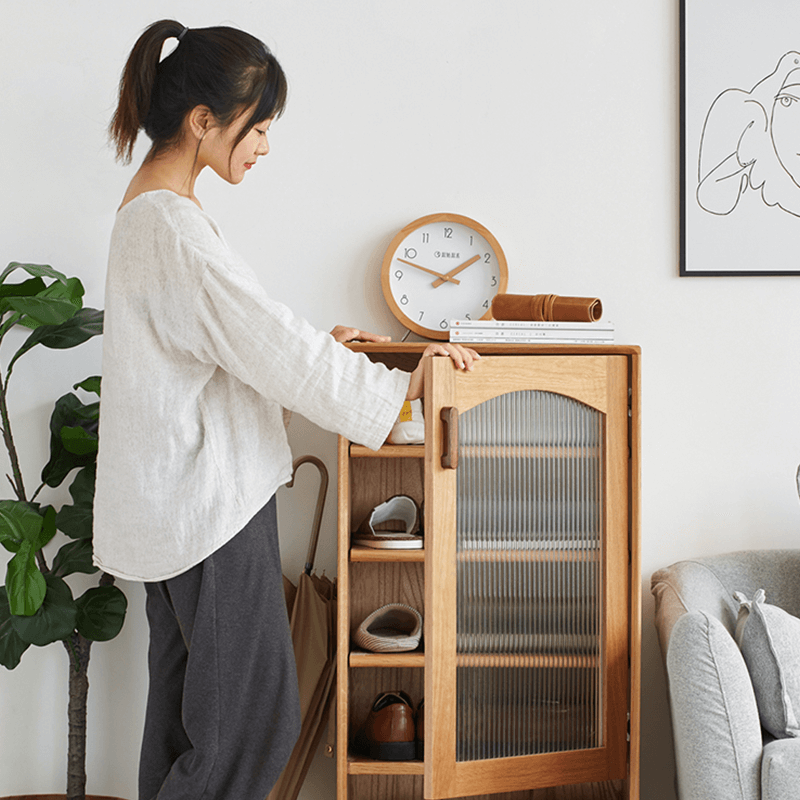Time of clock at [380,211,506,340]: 1:47
